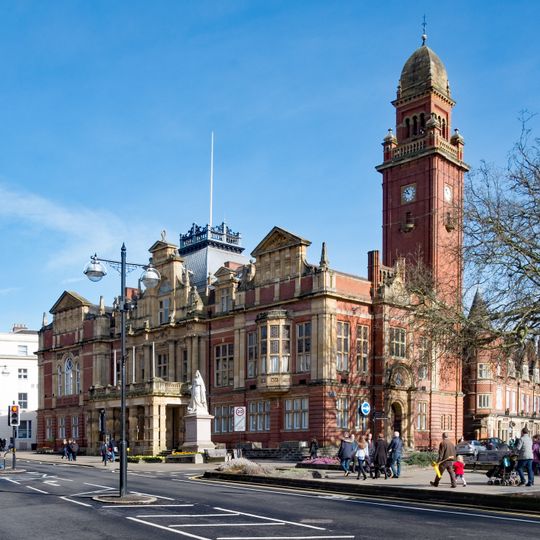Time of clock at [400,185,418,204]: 10:48
